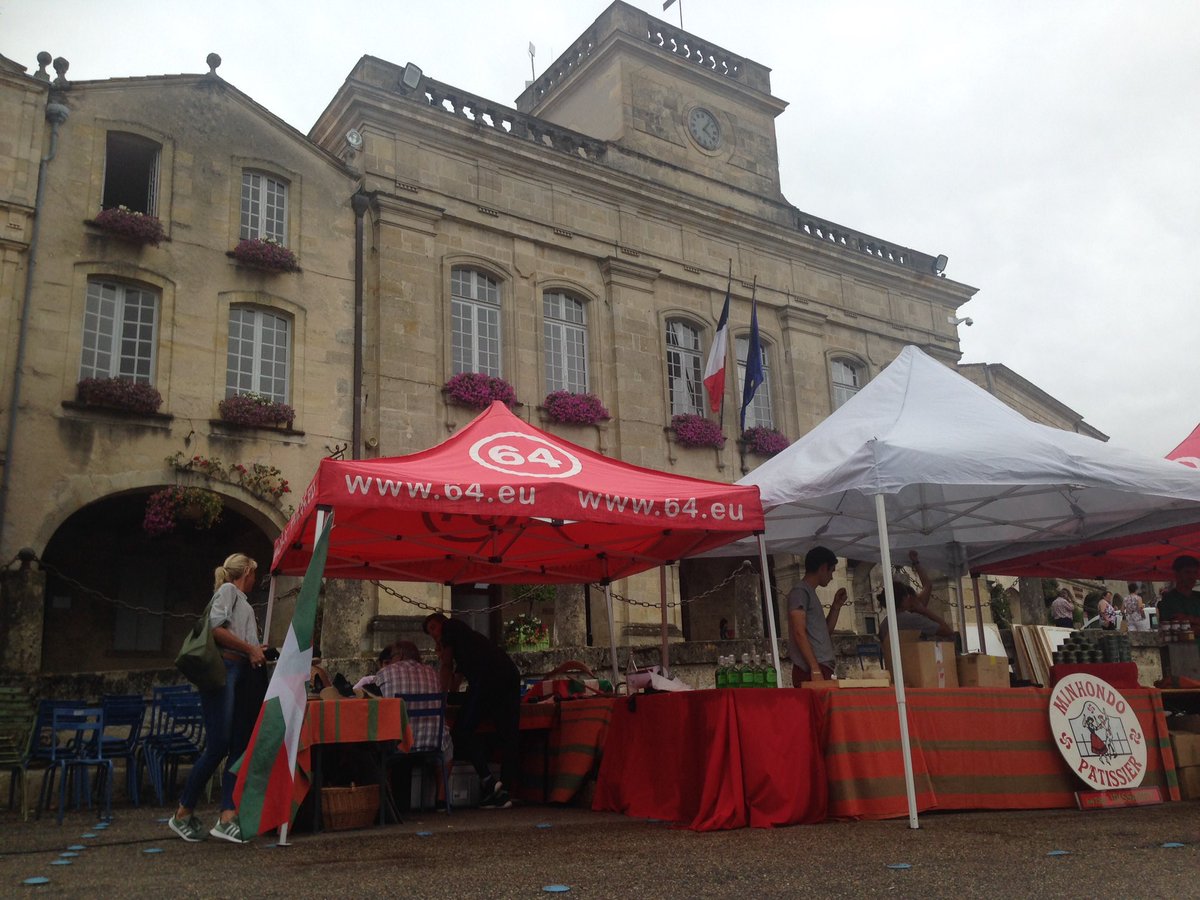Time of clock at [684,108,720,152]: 4:06
